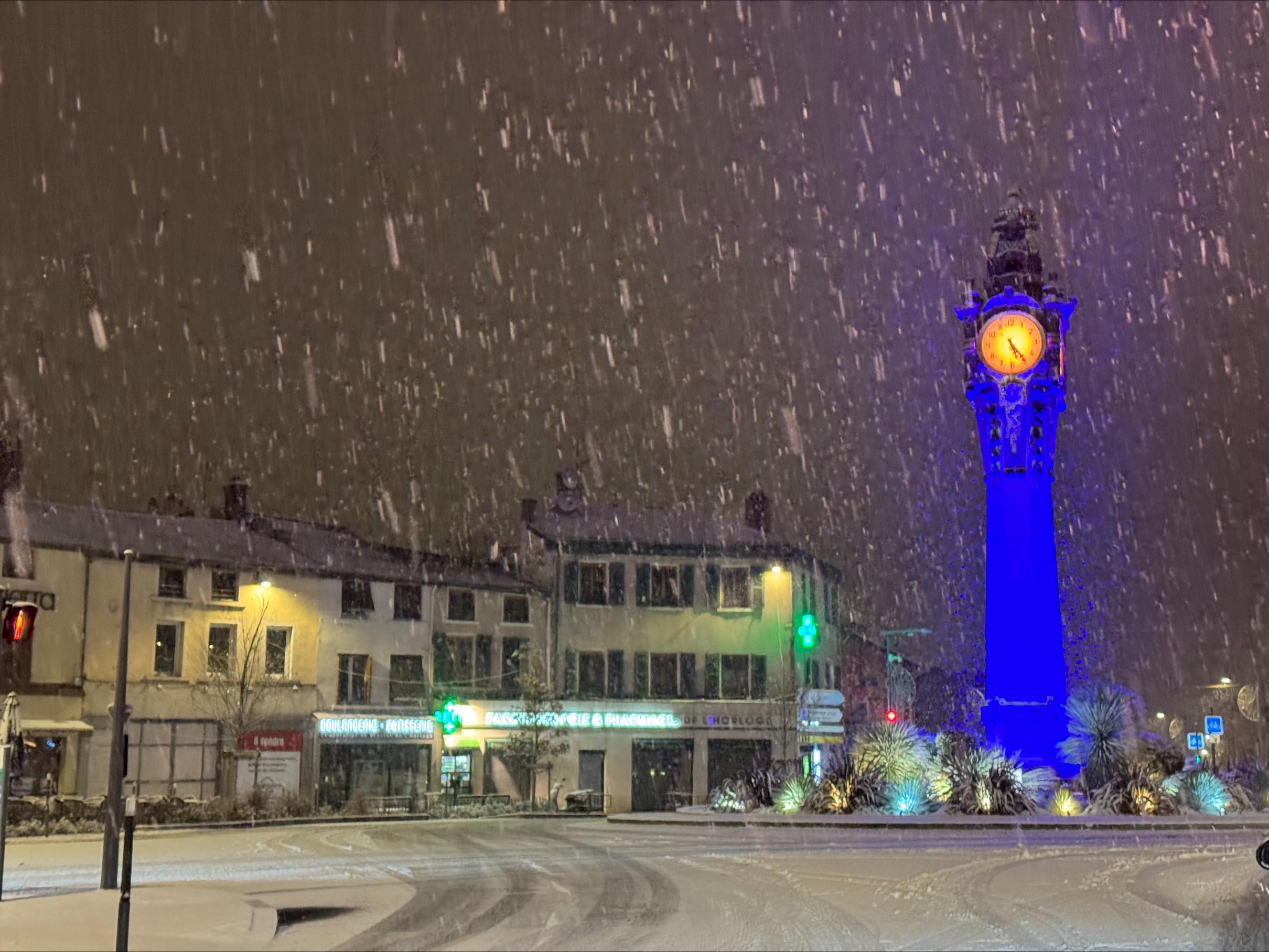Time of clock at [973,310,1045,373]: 5:24
